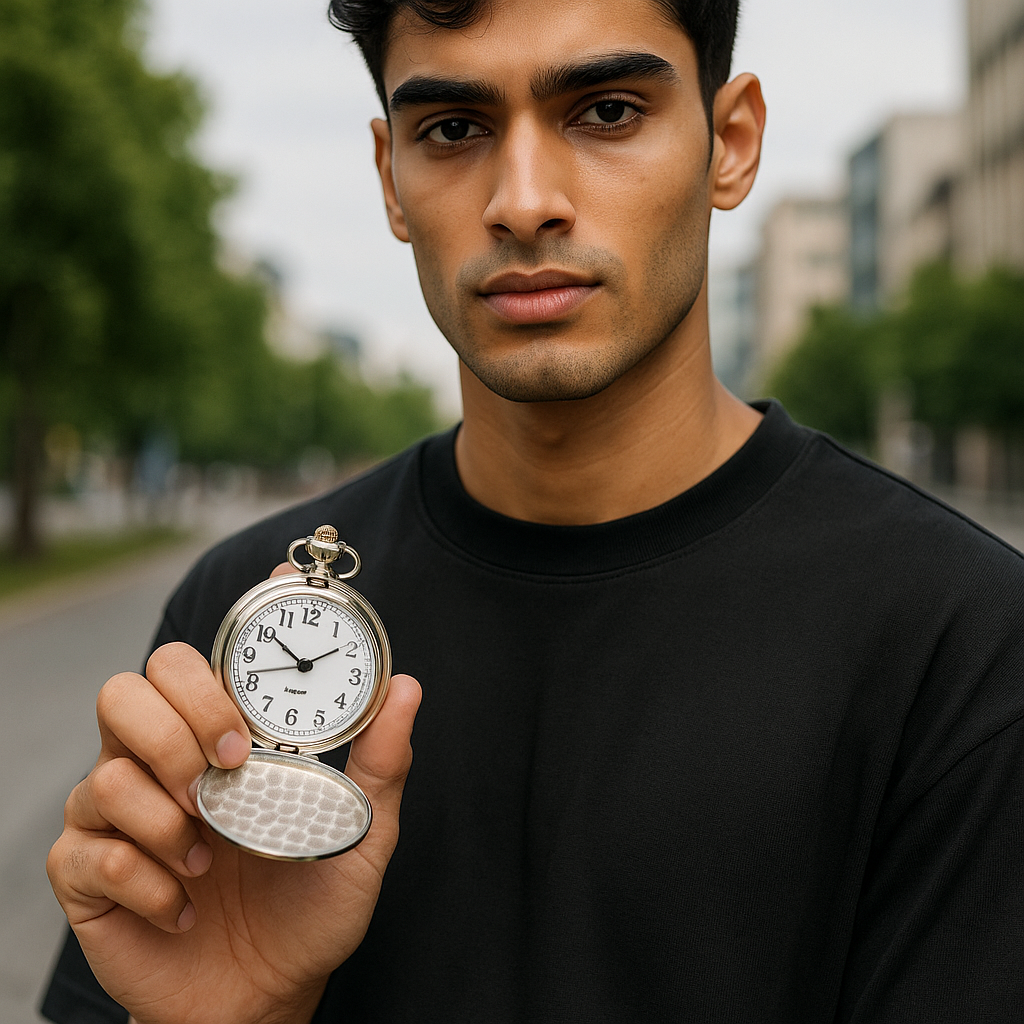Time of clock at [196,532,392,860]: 1:50
